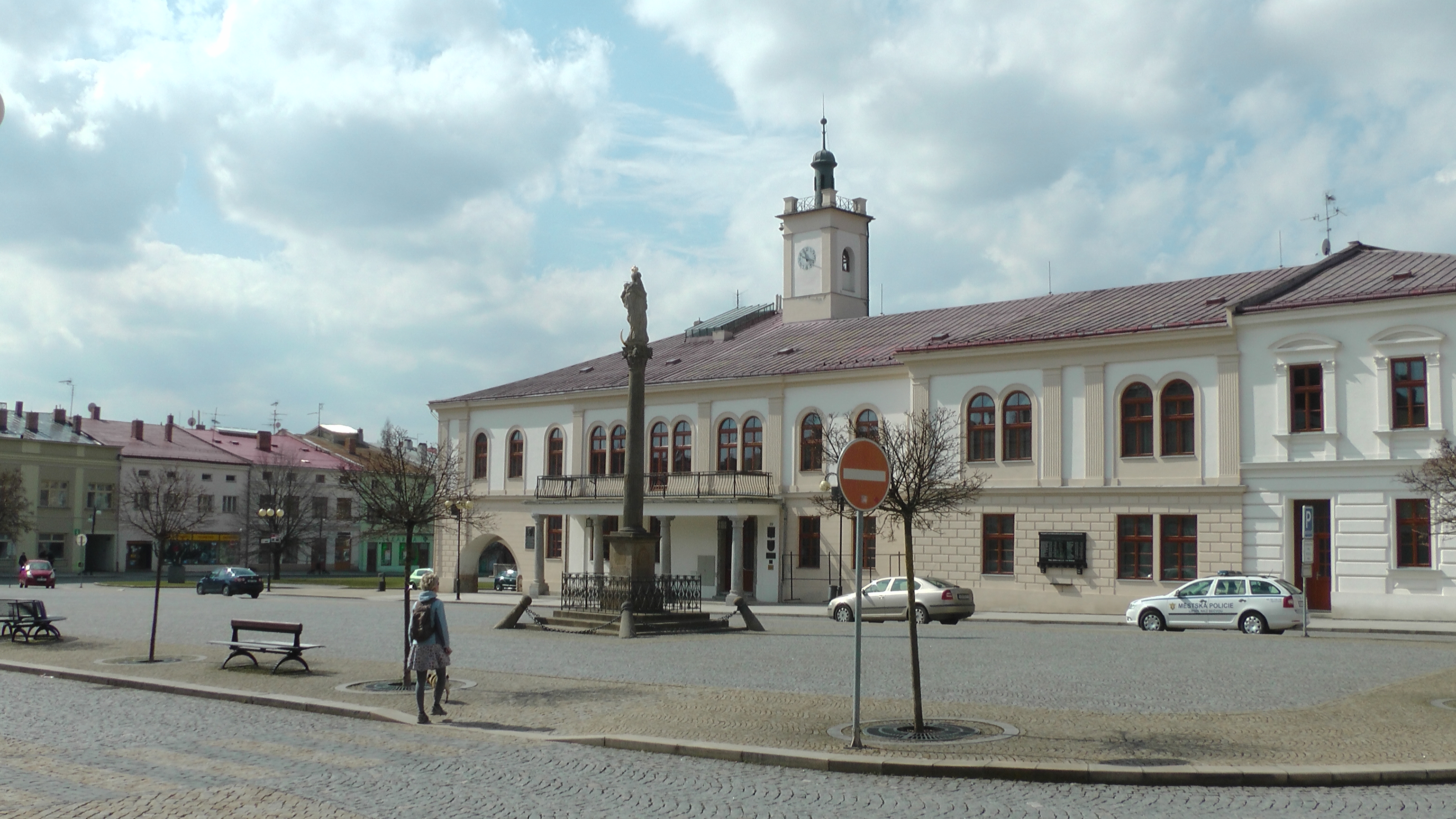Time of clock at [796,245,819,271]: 11:18
